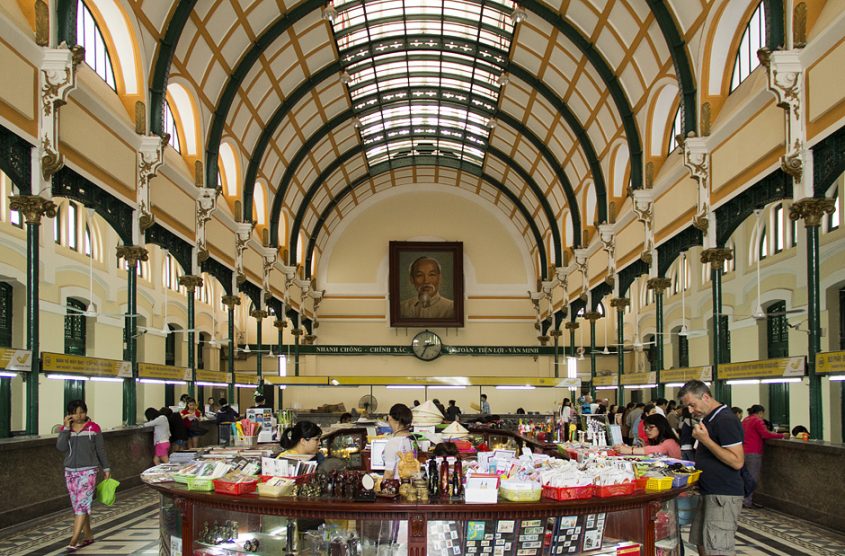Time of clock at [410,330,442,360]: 2:34
